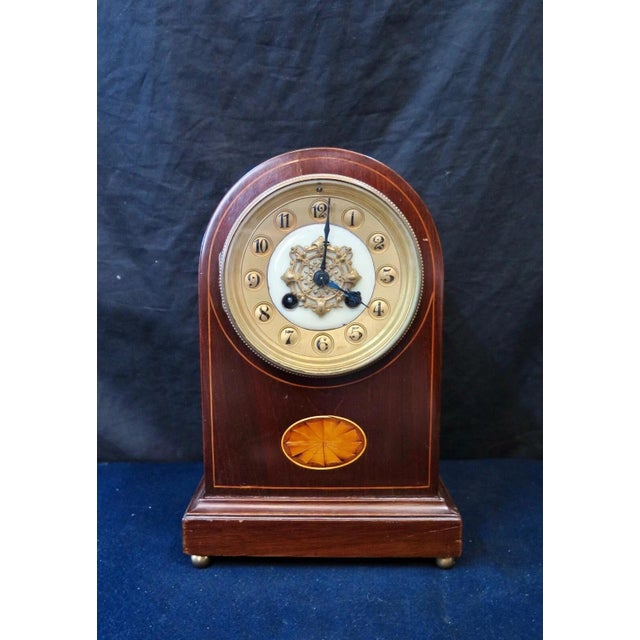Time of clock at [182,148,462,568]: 4:01
